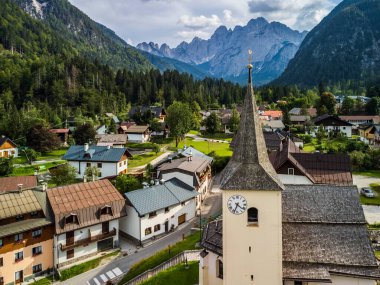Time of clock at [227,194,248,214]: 4:33
